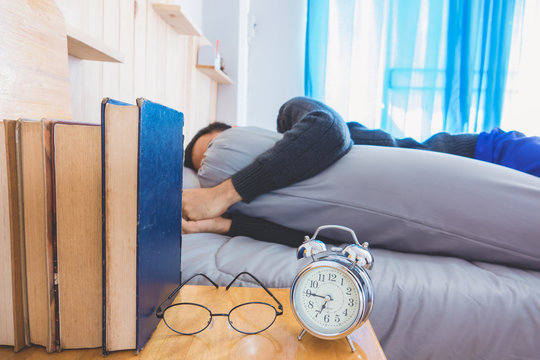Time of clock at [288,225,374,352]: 6:45
